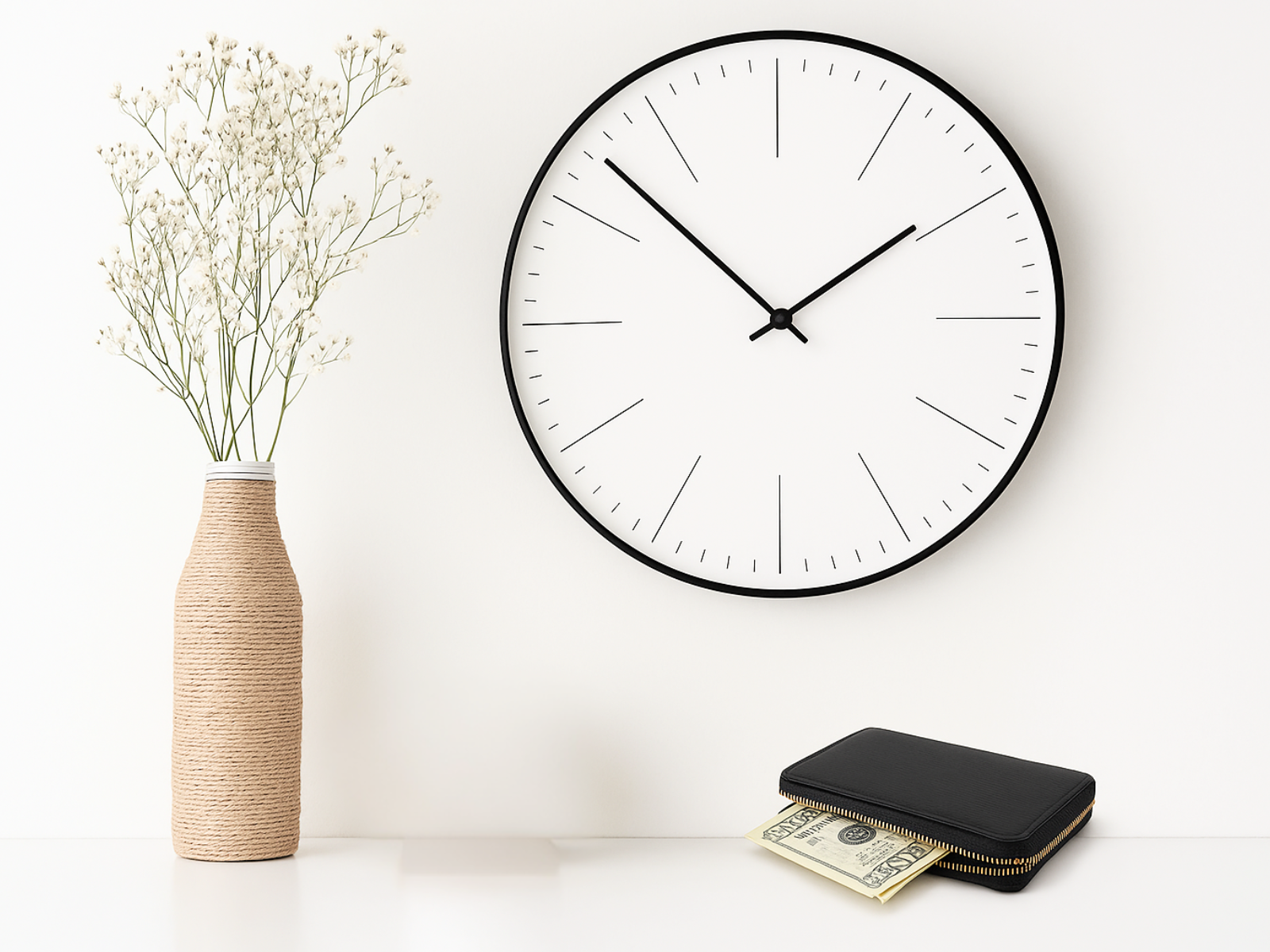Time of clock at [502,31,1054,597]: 1:52
